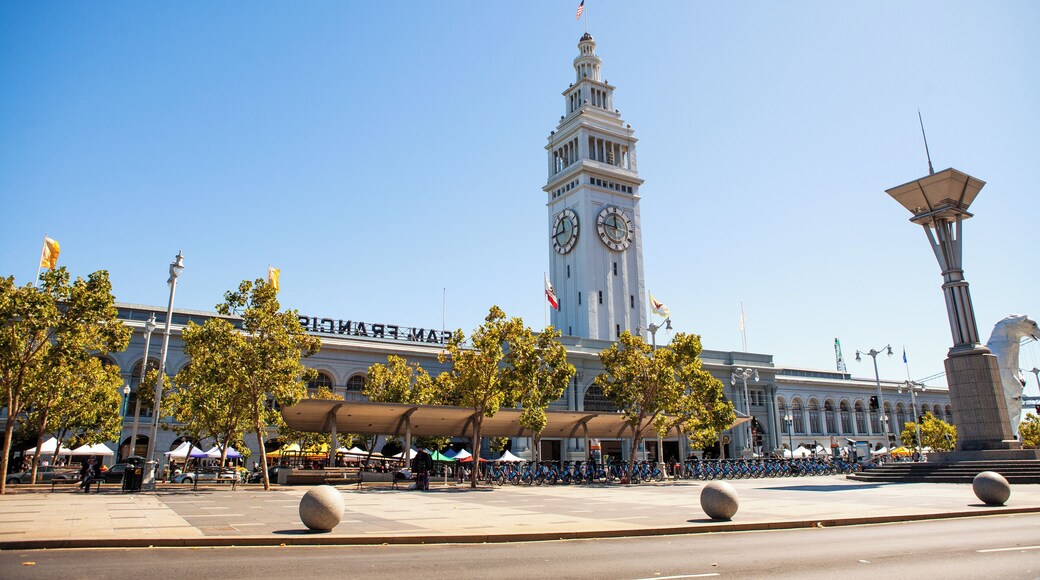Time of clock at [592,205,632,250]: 11:46
